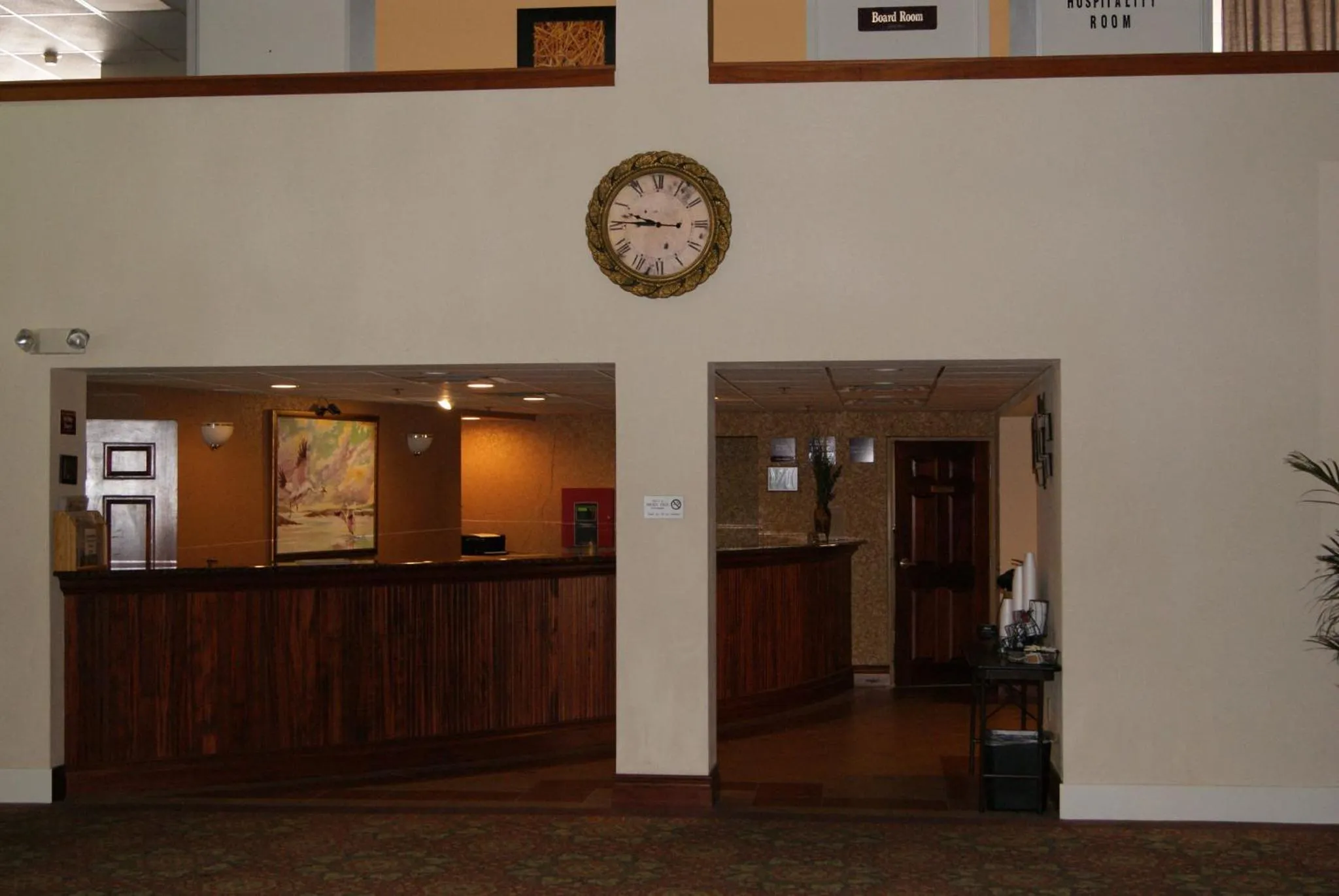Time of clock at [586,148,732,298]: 9:45
